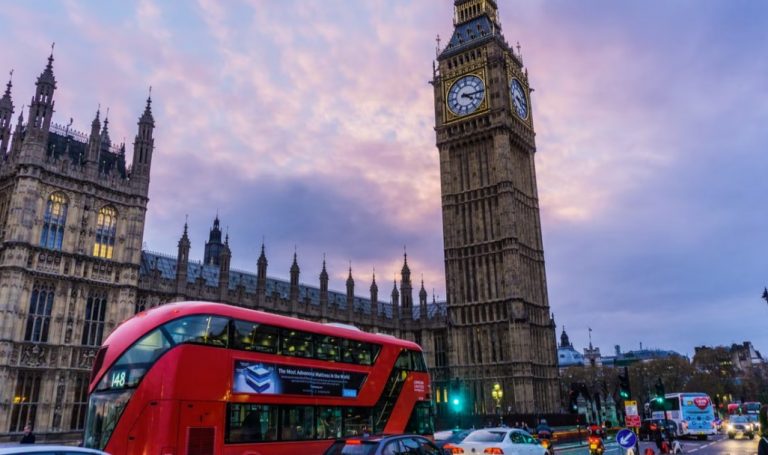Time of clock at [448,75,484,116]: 4:14
